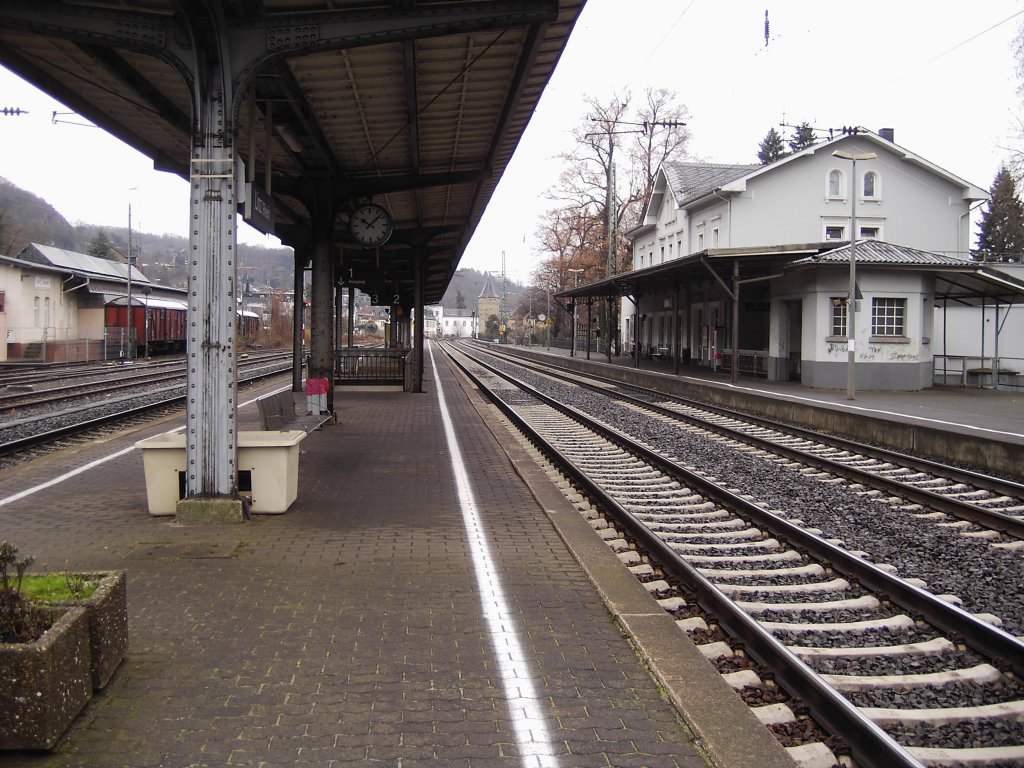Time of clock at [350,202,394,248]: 10:07
